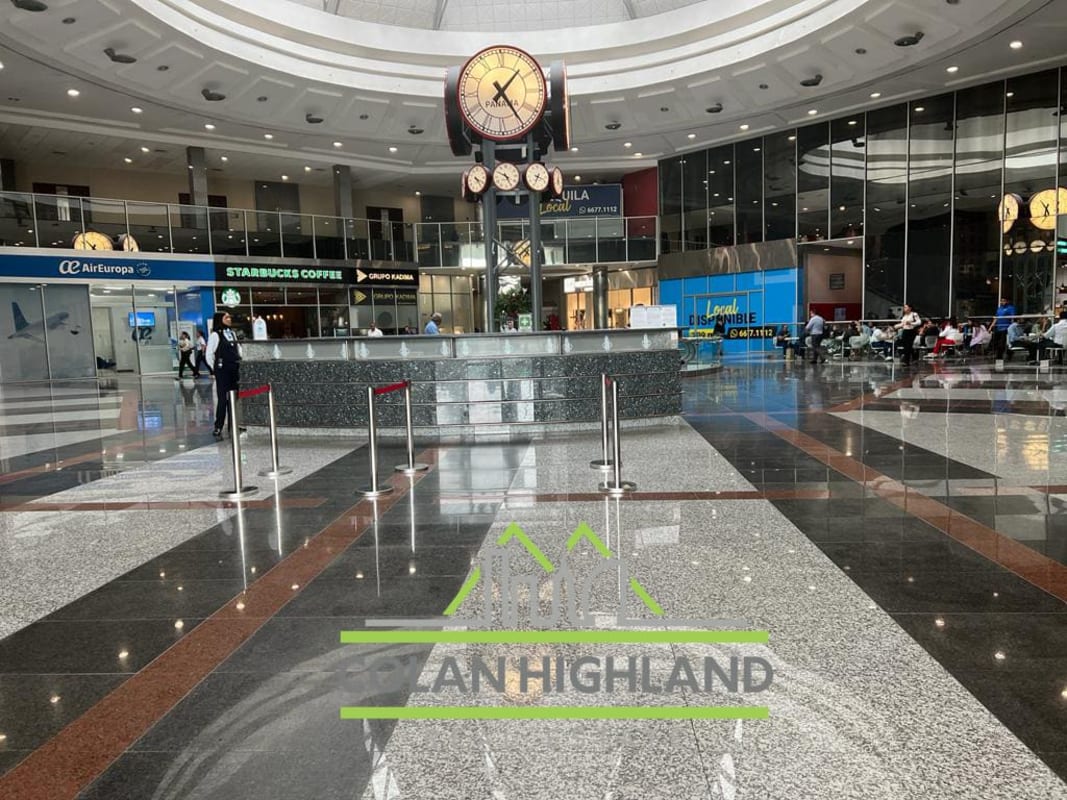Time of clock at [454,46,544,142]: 1:24
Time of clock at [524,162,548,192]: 3:34
